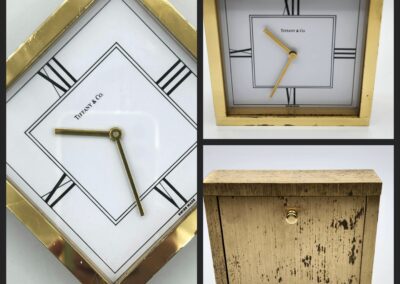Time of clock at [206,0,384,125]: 10:34
